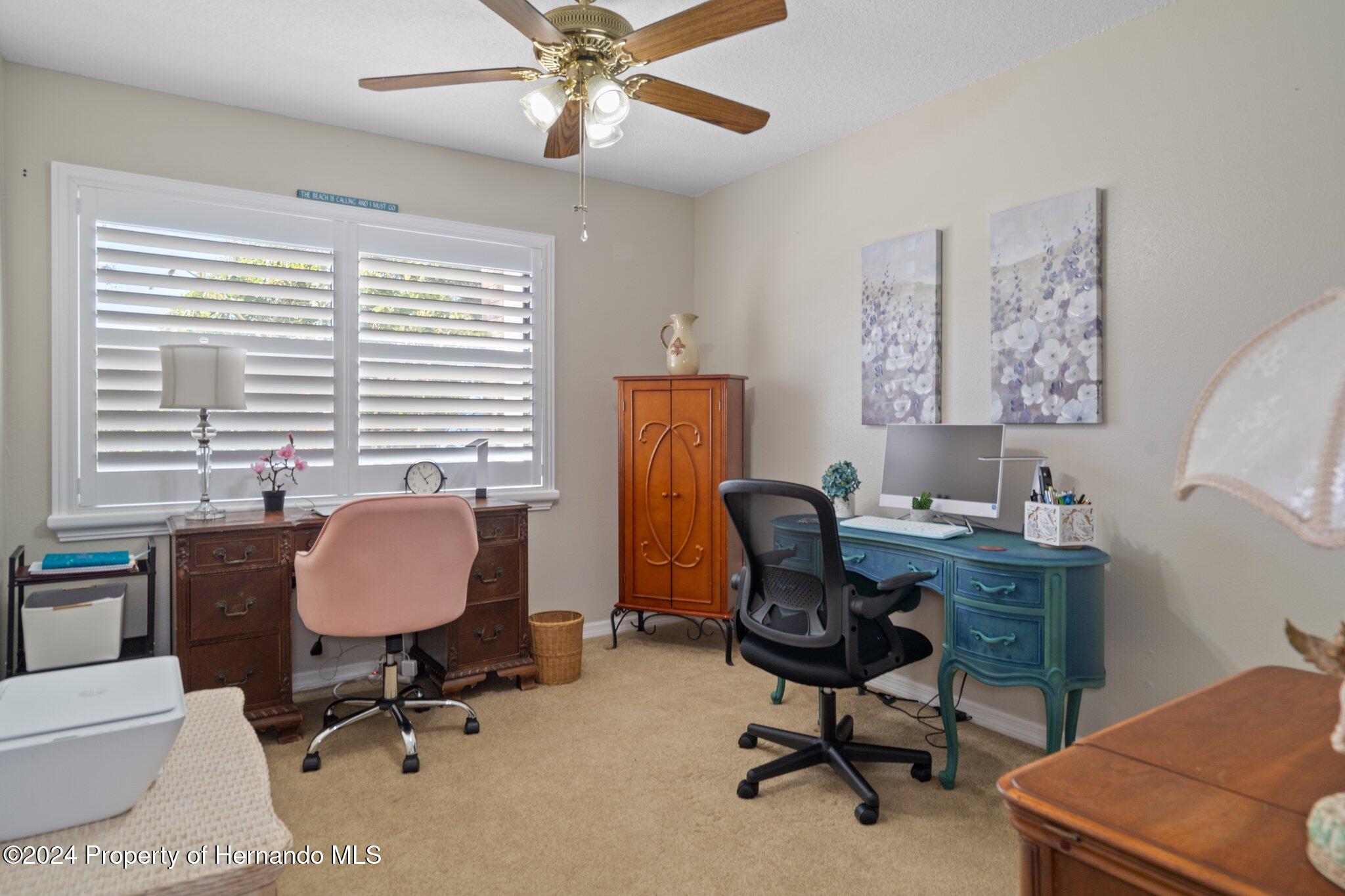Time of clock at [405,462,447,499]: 1:54
